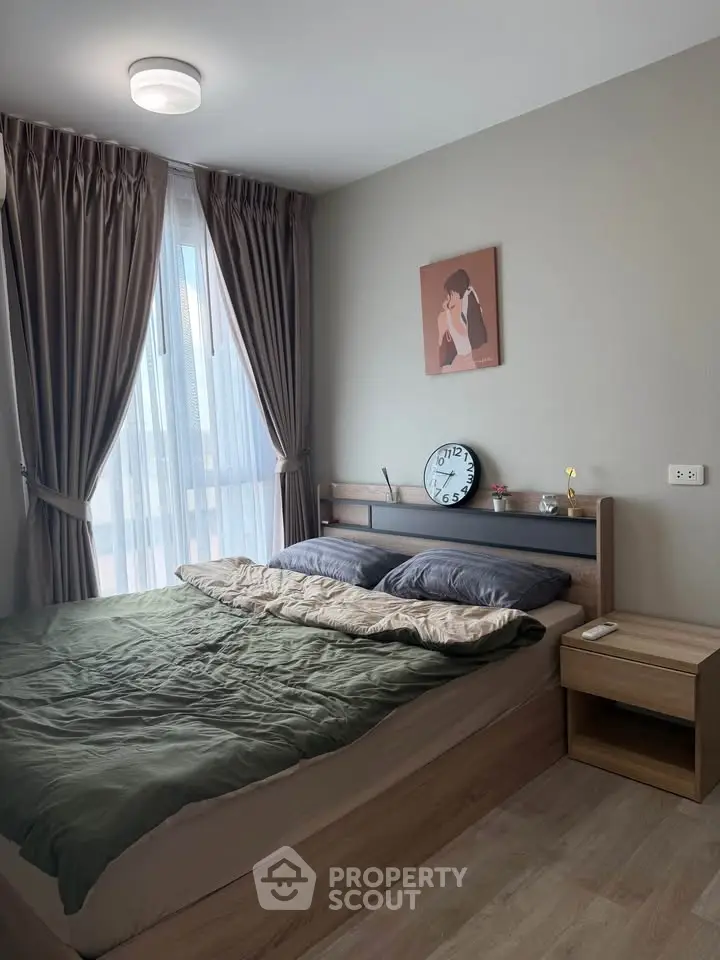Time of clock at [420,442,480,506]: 6:45
